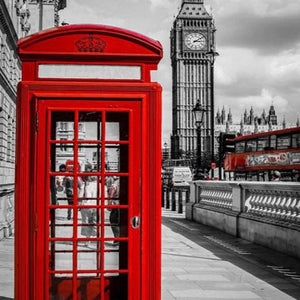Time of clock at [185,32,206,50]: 3:09
